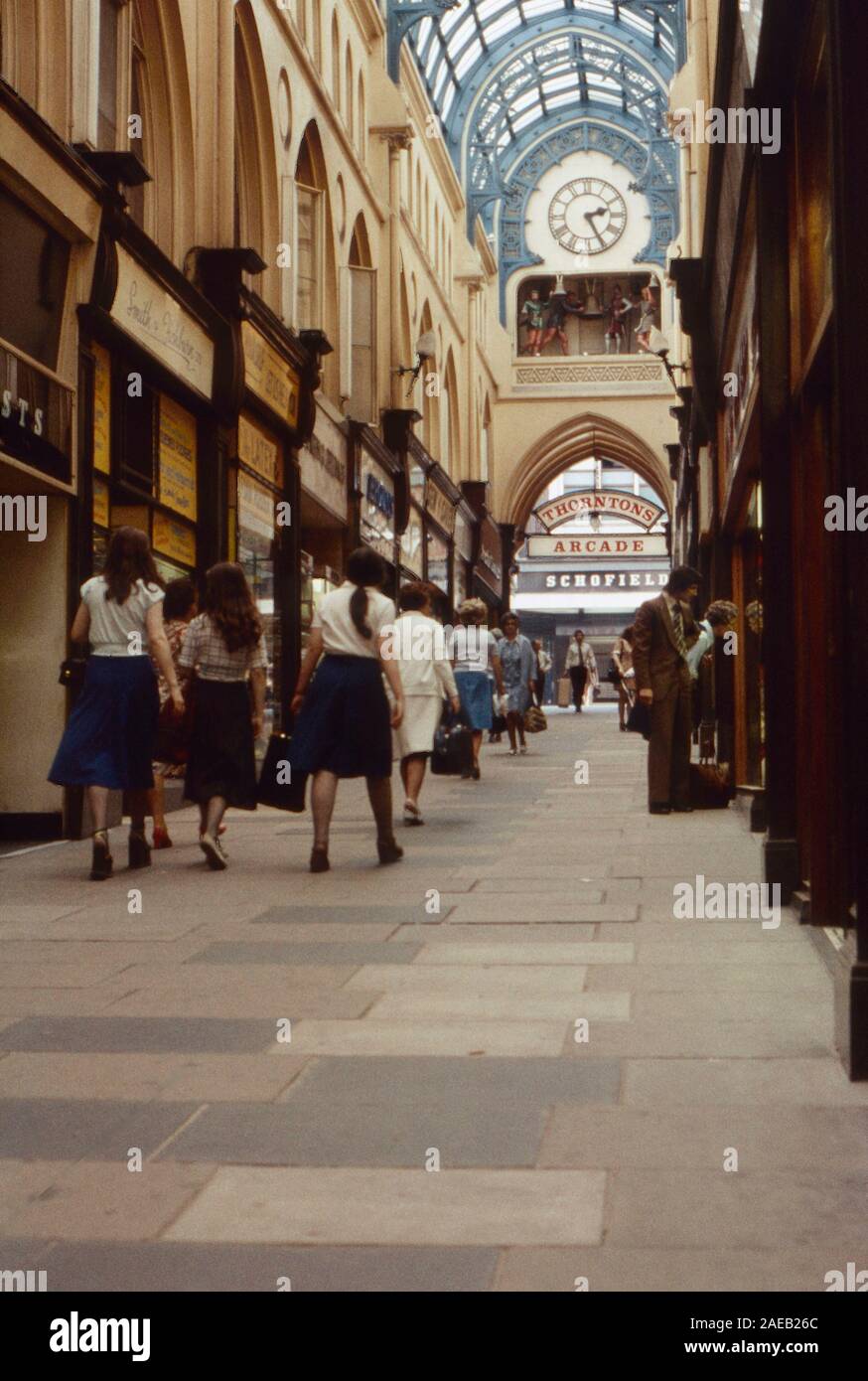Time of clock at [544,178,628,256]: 2:25
